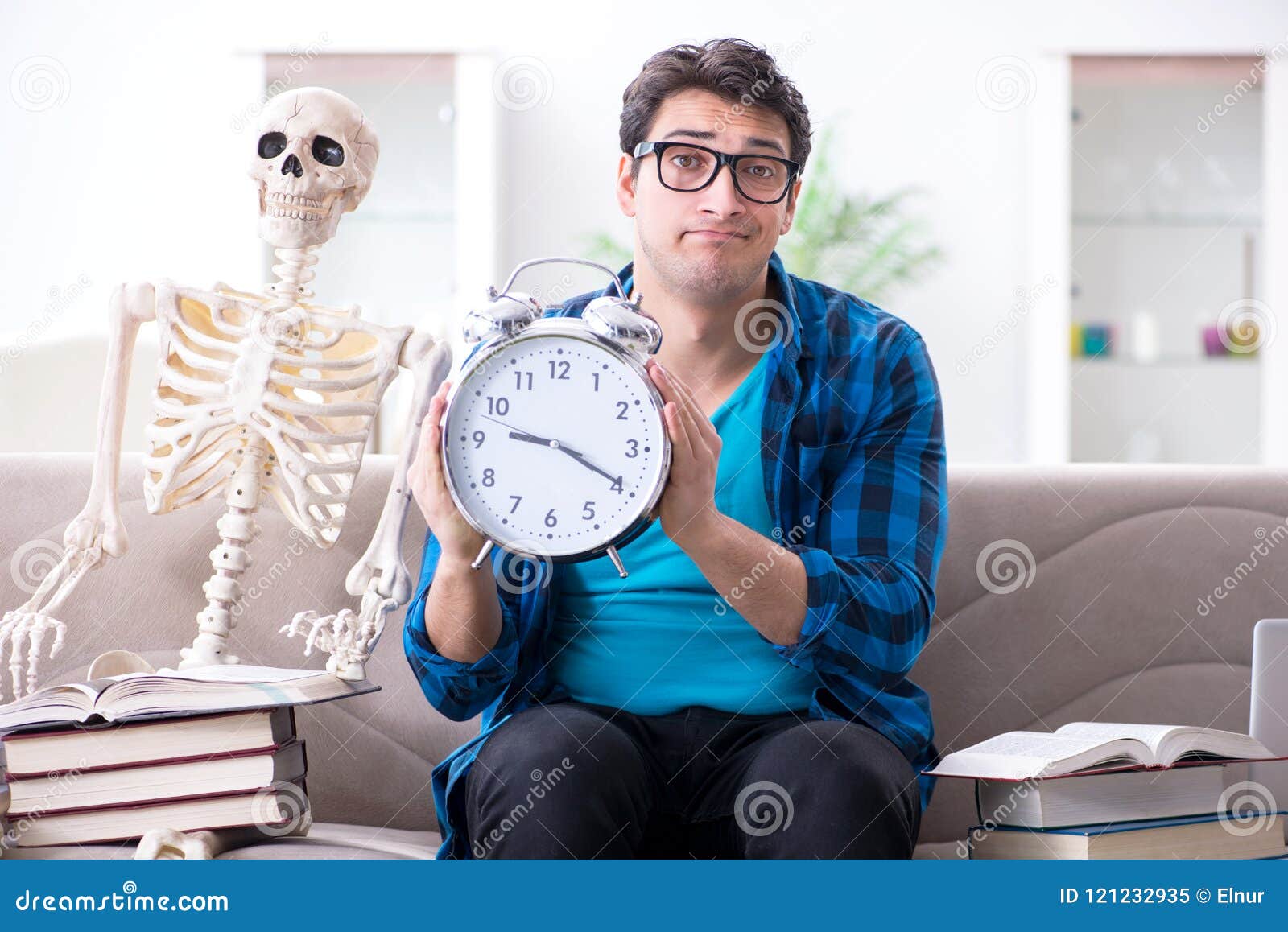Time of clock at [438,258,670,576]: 9:19
